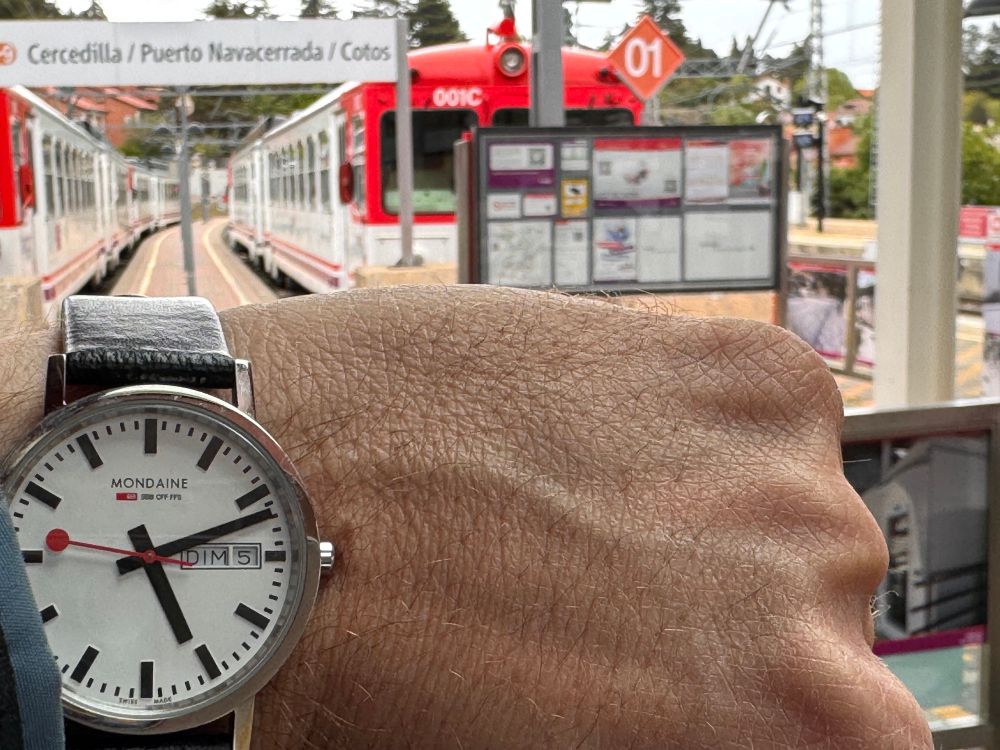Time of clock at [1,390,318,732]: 5:11
